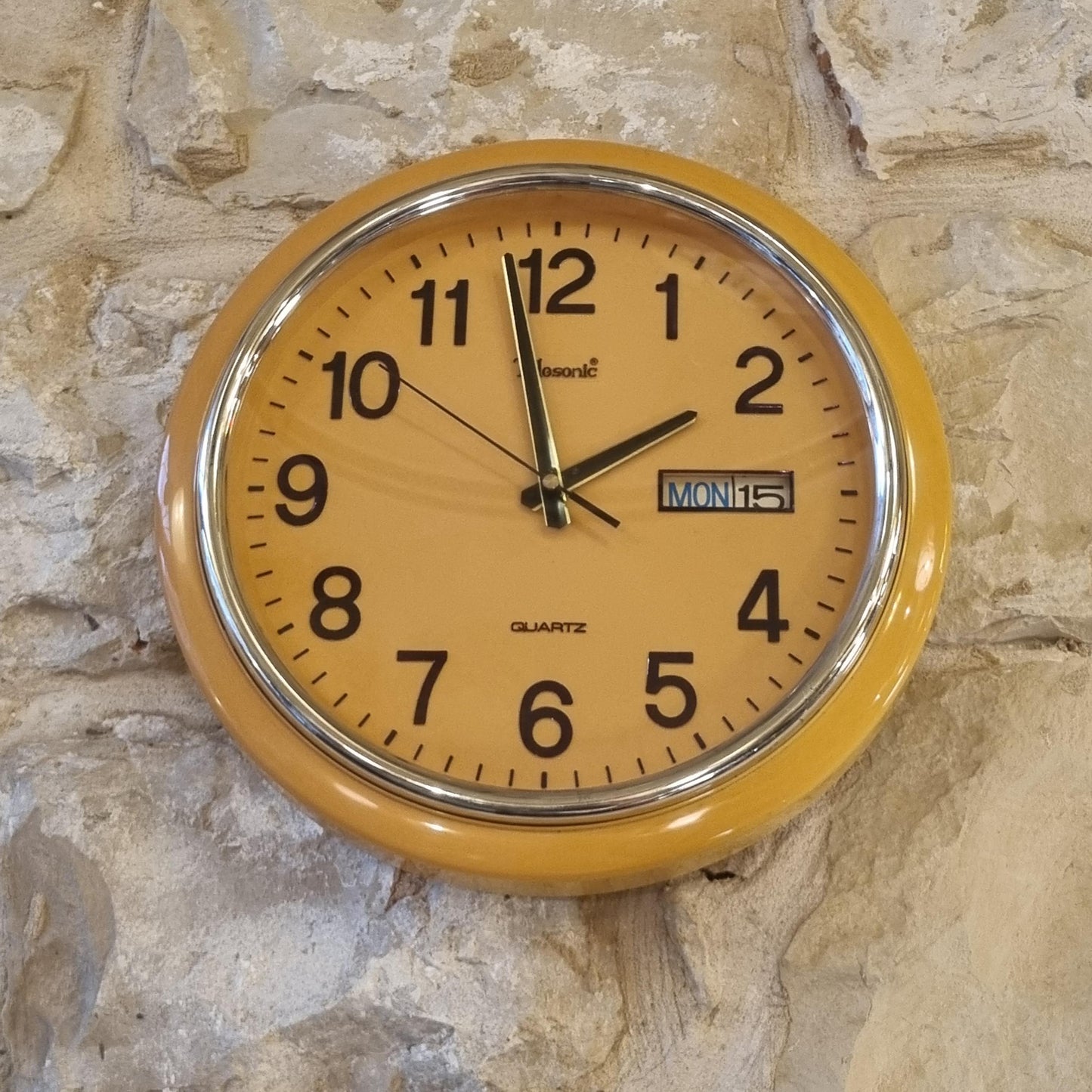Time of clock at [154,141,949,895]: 1:58
